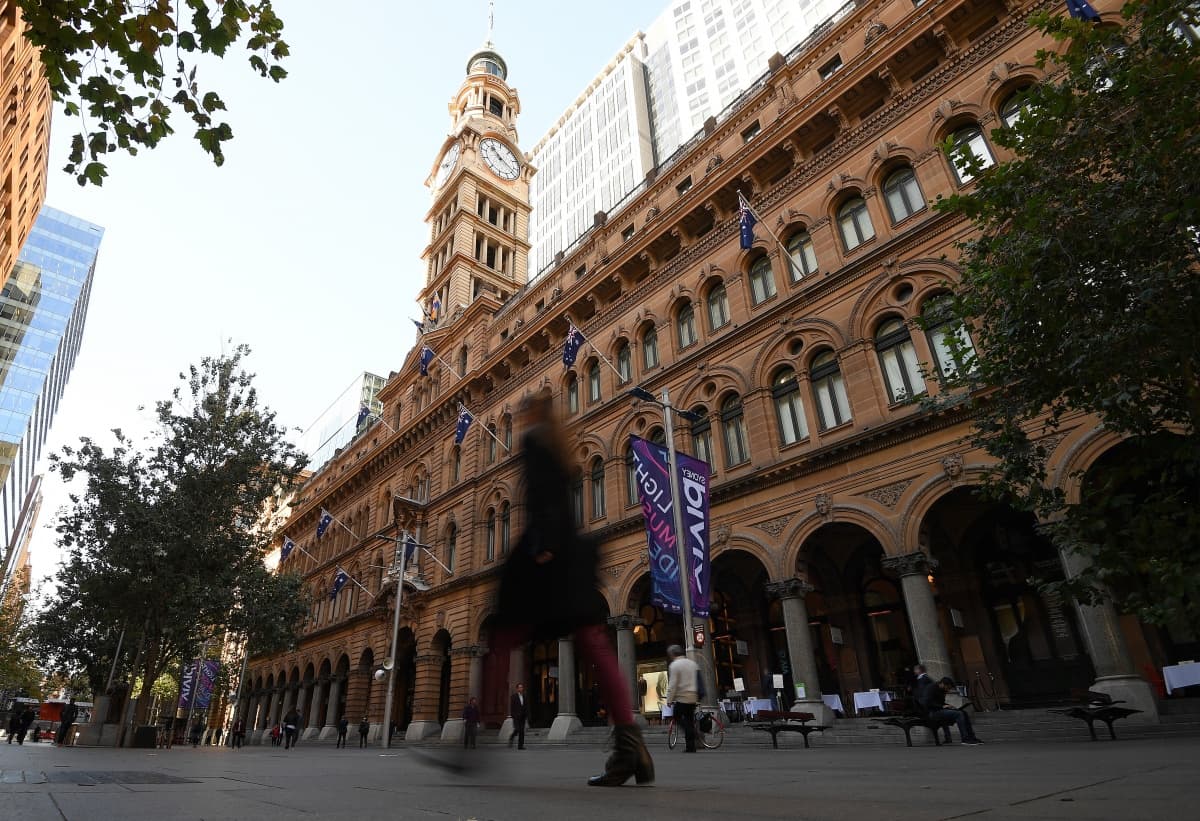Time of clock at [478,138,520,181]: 11:22
